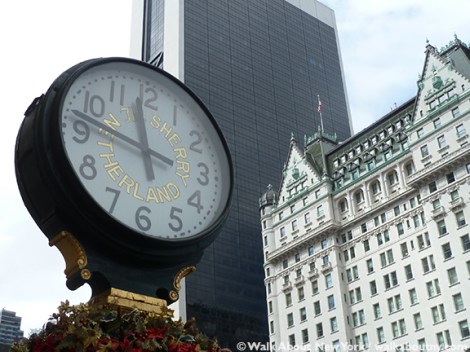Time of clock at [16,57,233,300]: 11:47
